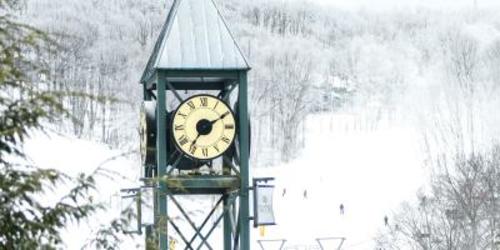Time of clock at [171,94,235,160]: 7:10
